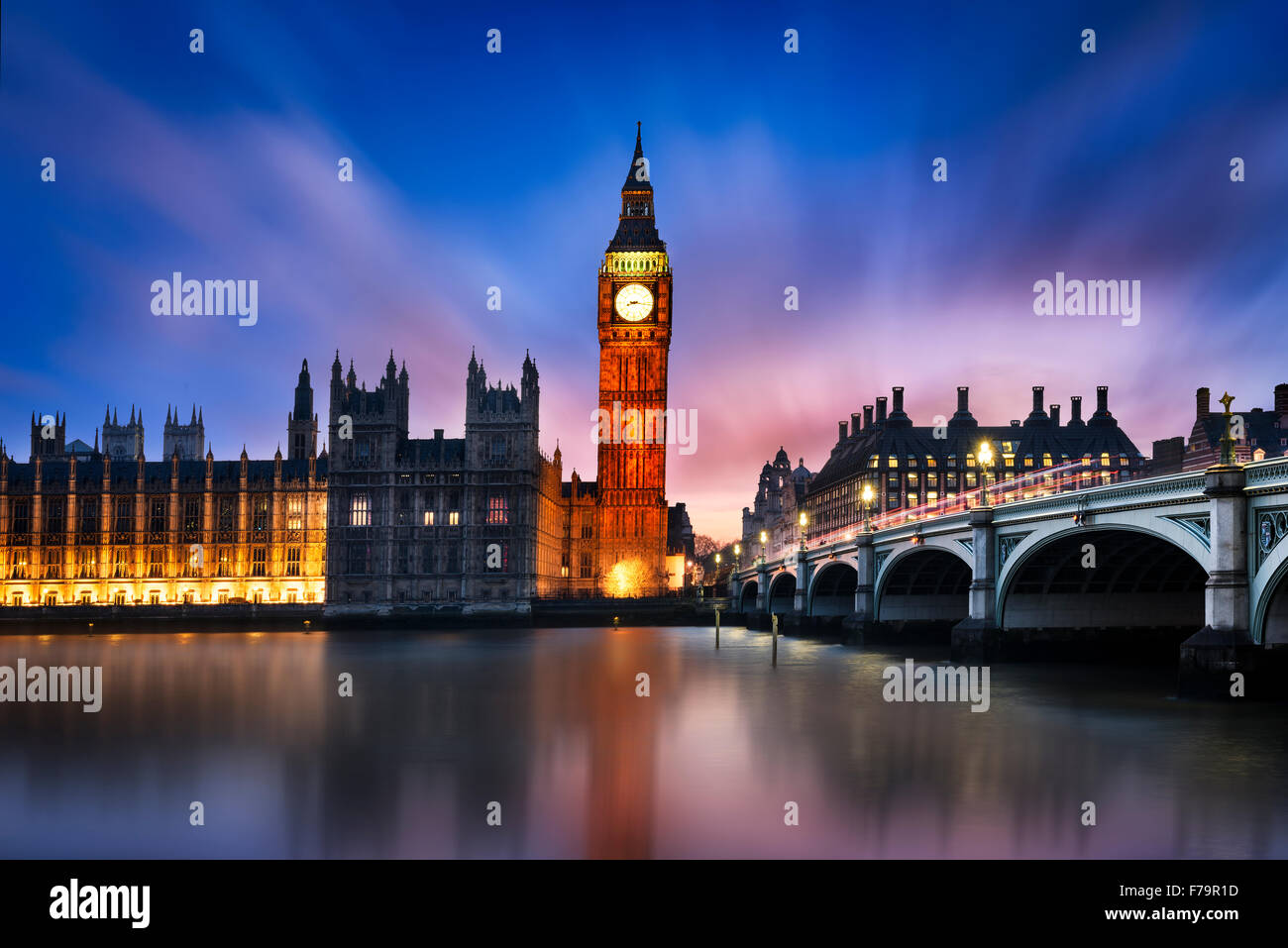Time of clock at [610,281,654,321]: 8:16
